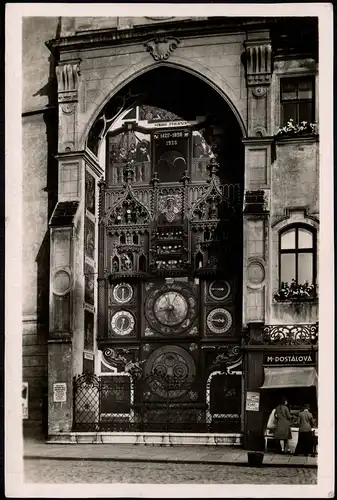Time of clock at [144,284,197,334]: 8:32
